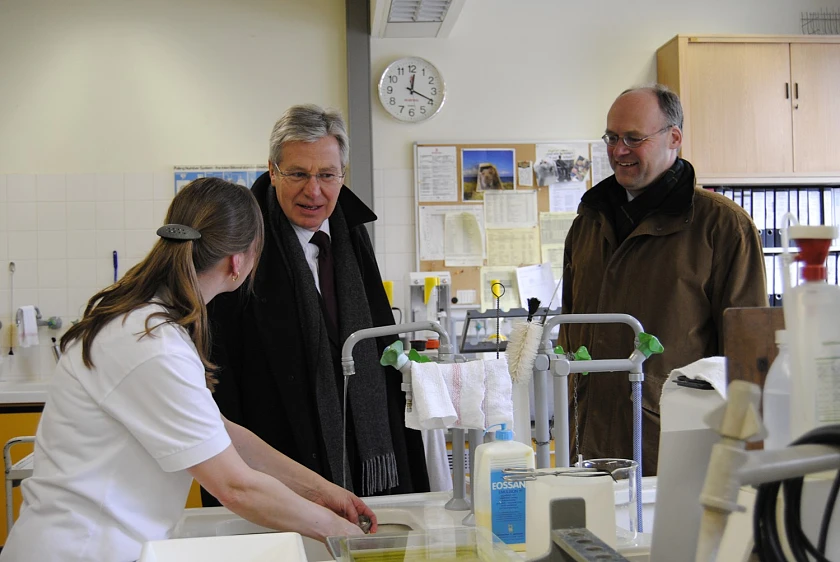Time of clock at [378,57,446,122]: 12:19
